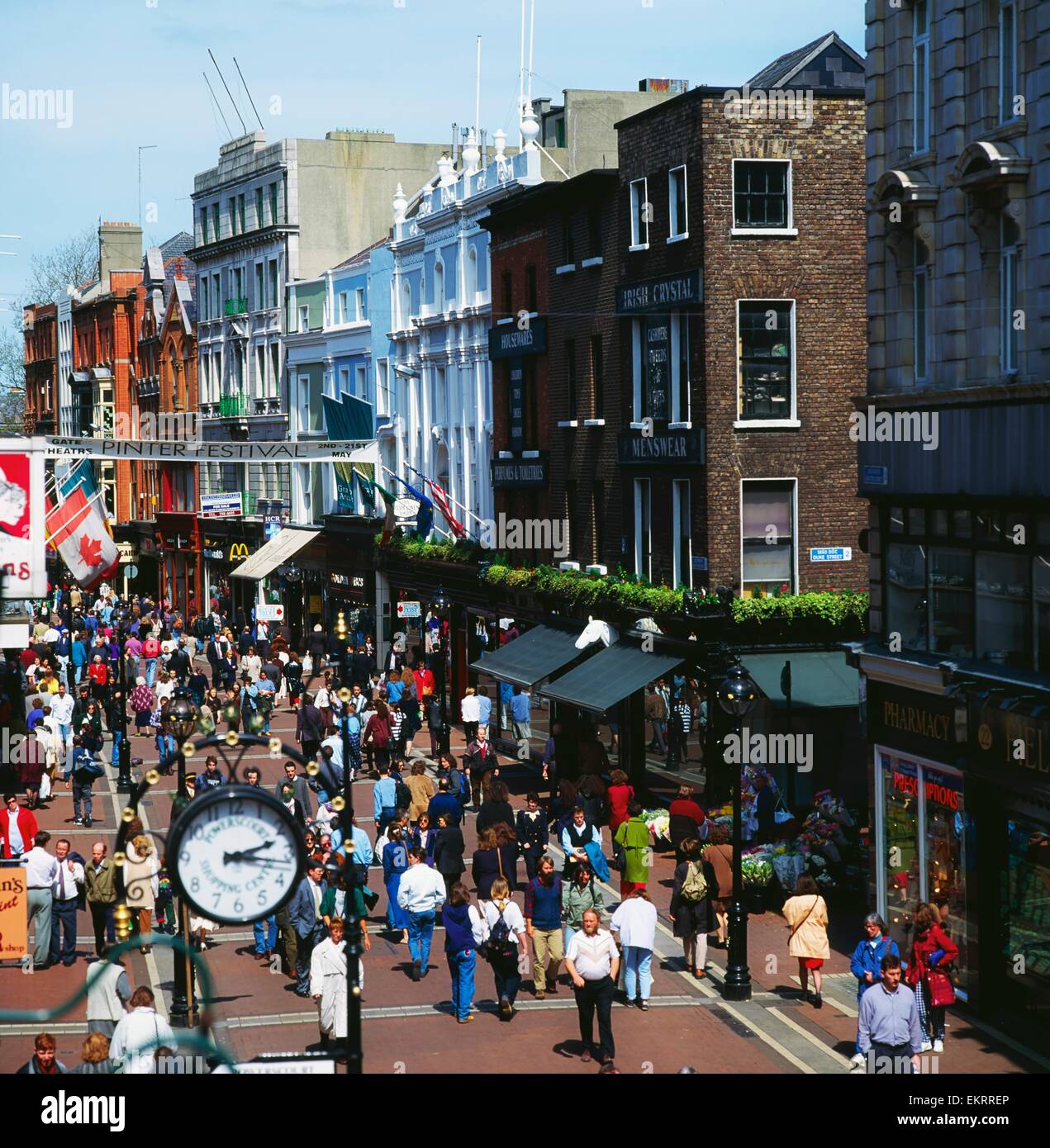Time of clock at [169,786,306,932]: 2:16
